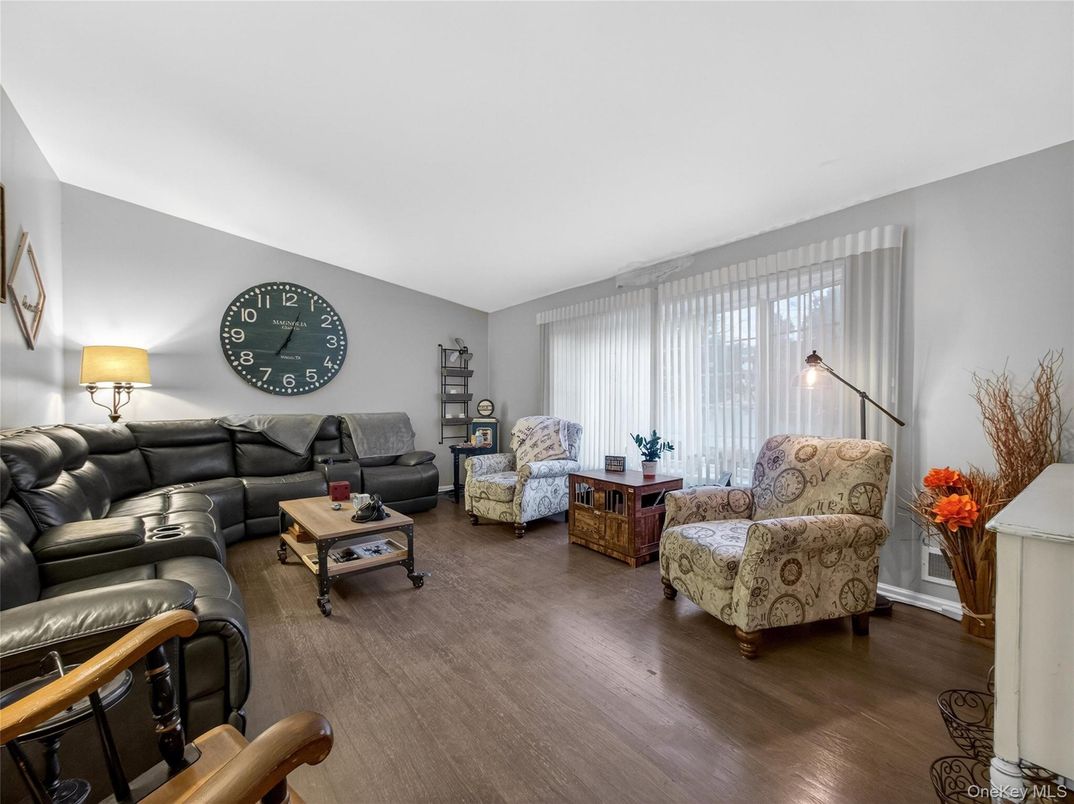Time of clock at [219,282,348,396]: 7:03
